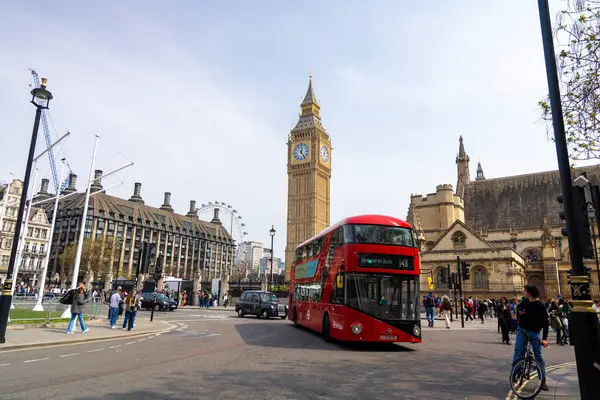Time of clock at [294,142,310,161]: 12:24
